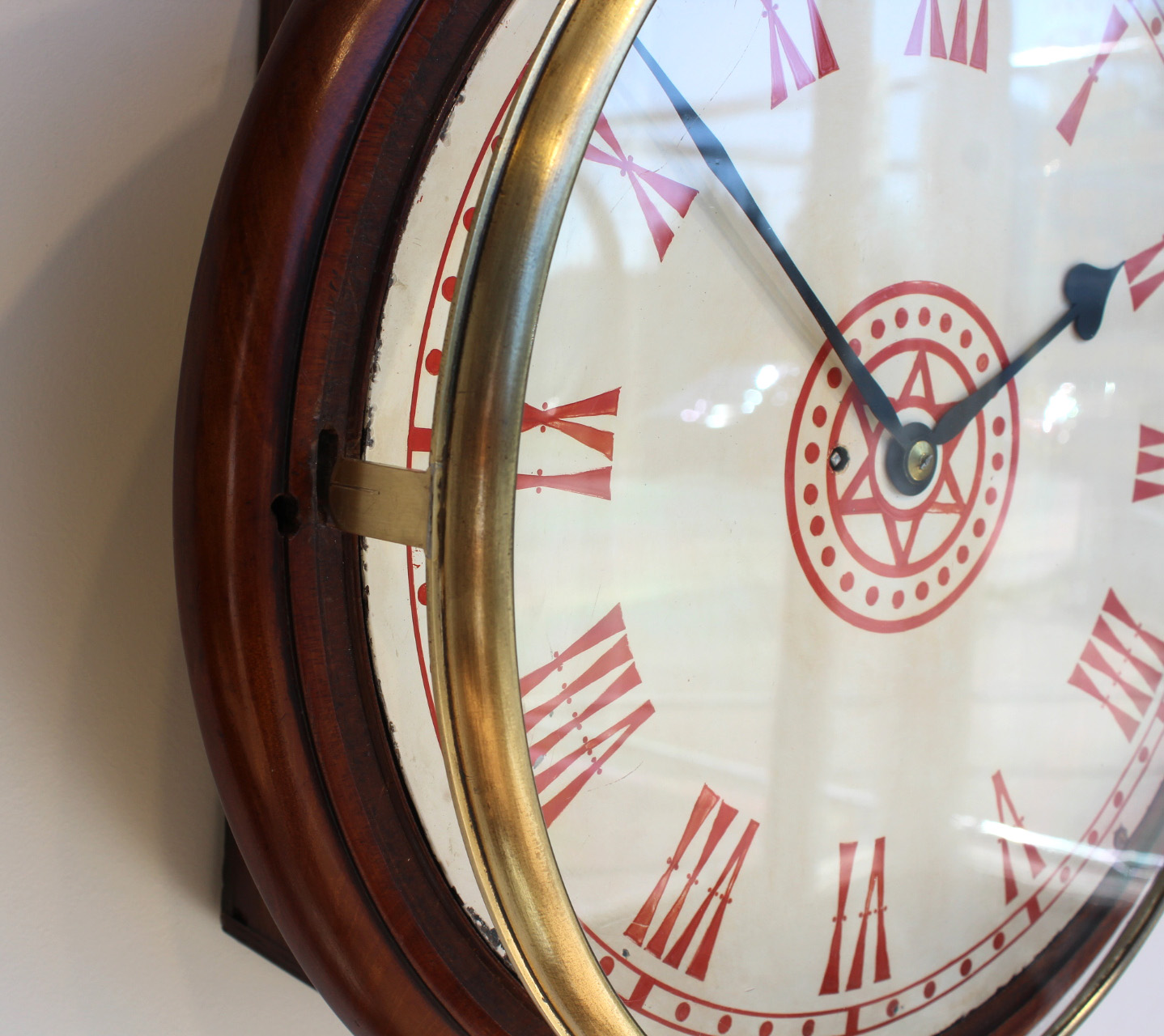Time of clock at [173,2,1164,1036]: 1:51
